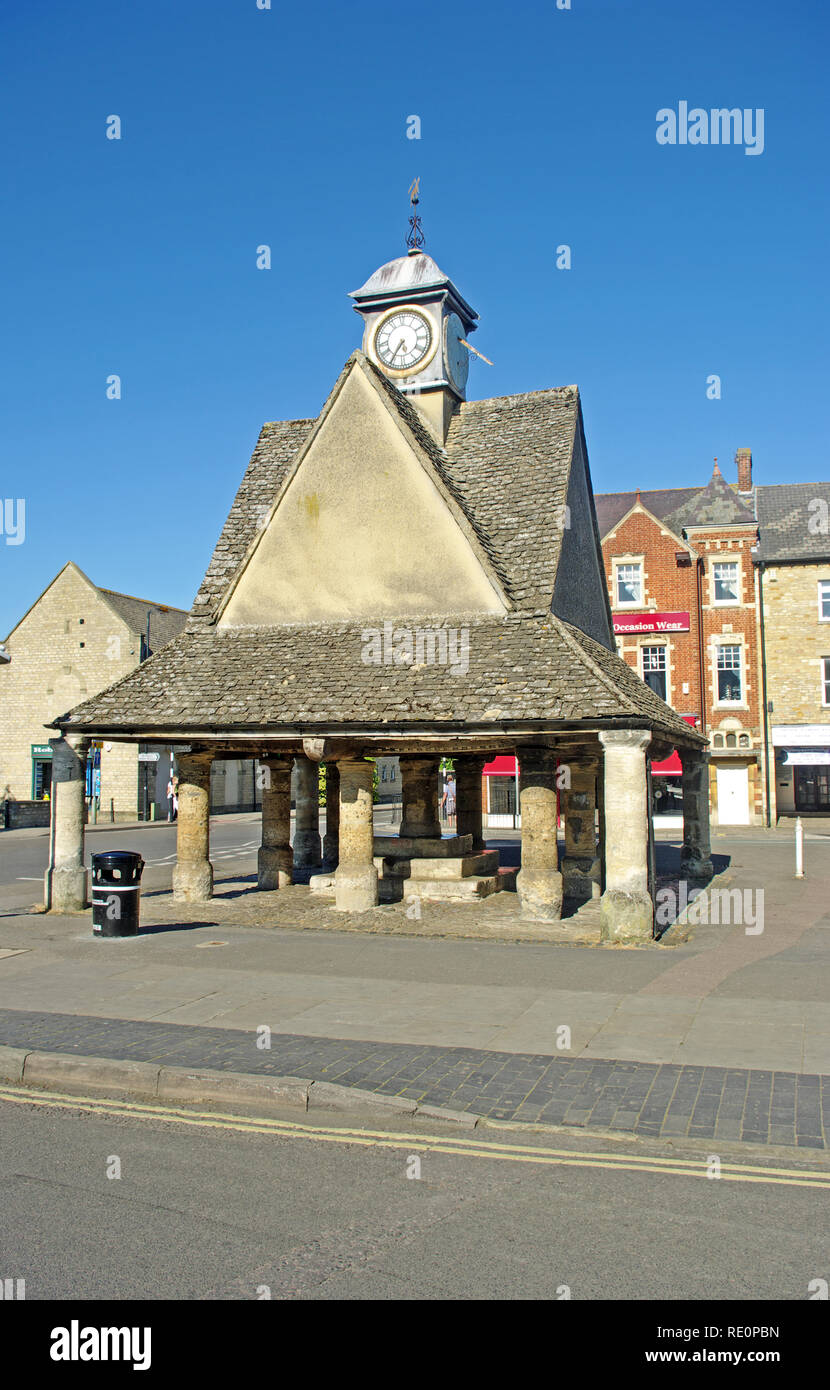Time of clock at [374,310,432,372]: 5:35
